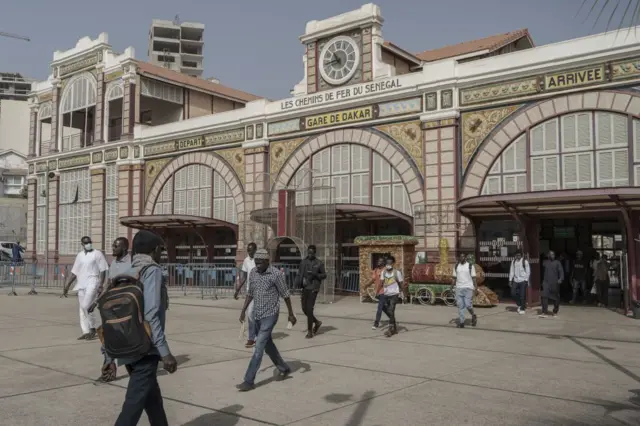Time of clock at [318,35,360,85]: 10:43
